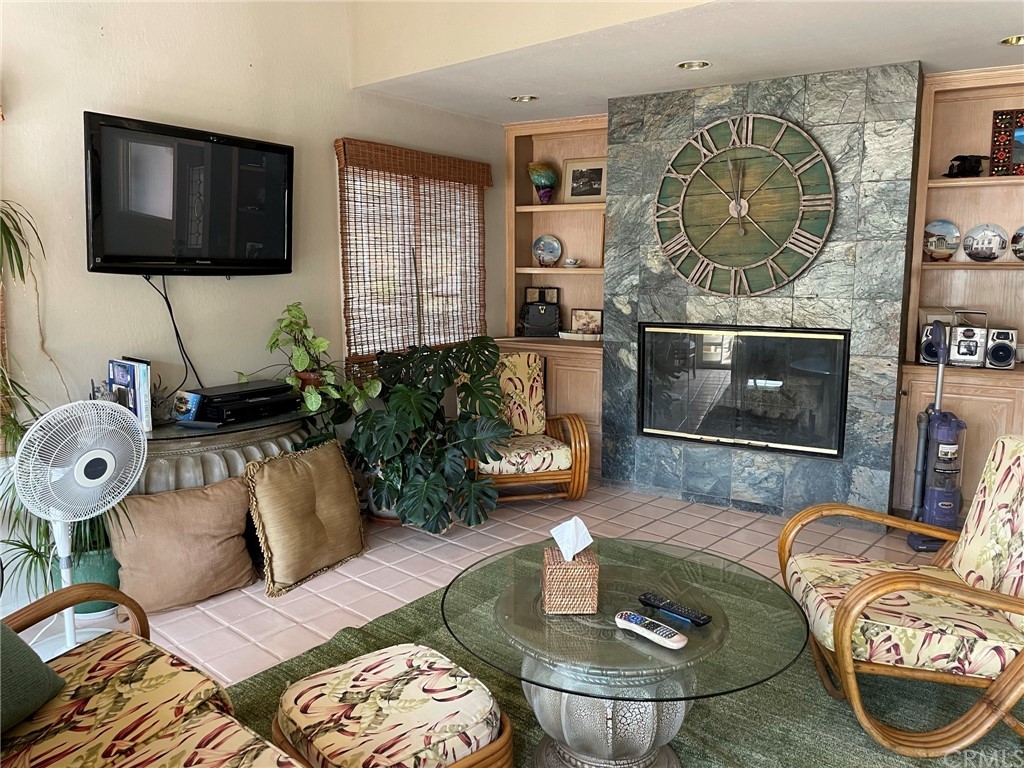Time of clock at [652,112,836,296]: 12:07
